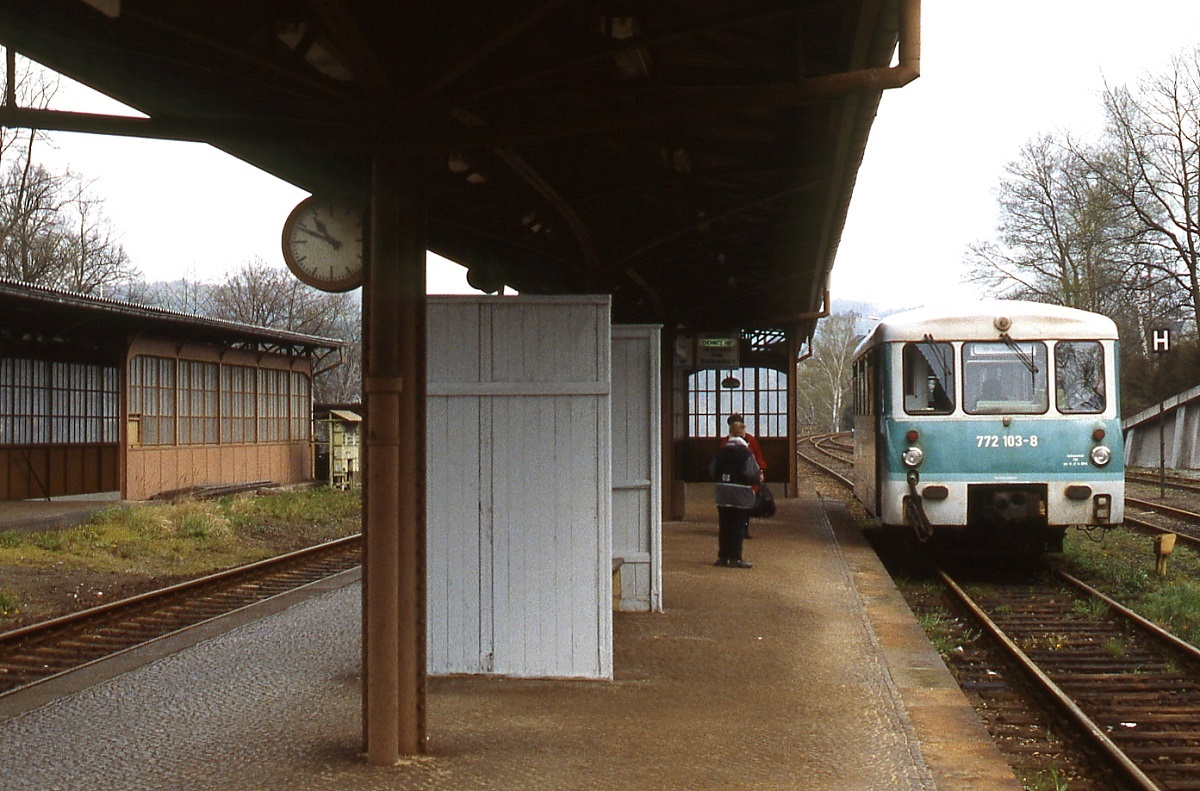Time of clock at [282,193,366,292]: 10:48
